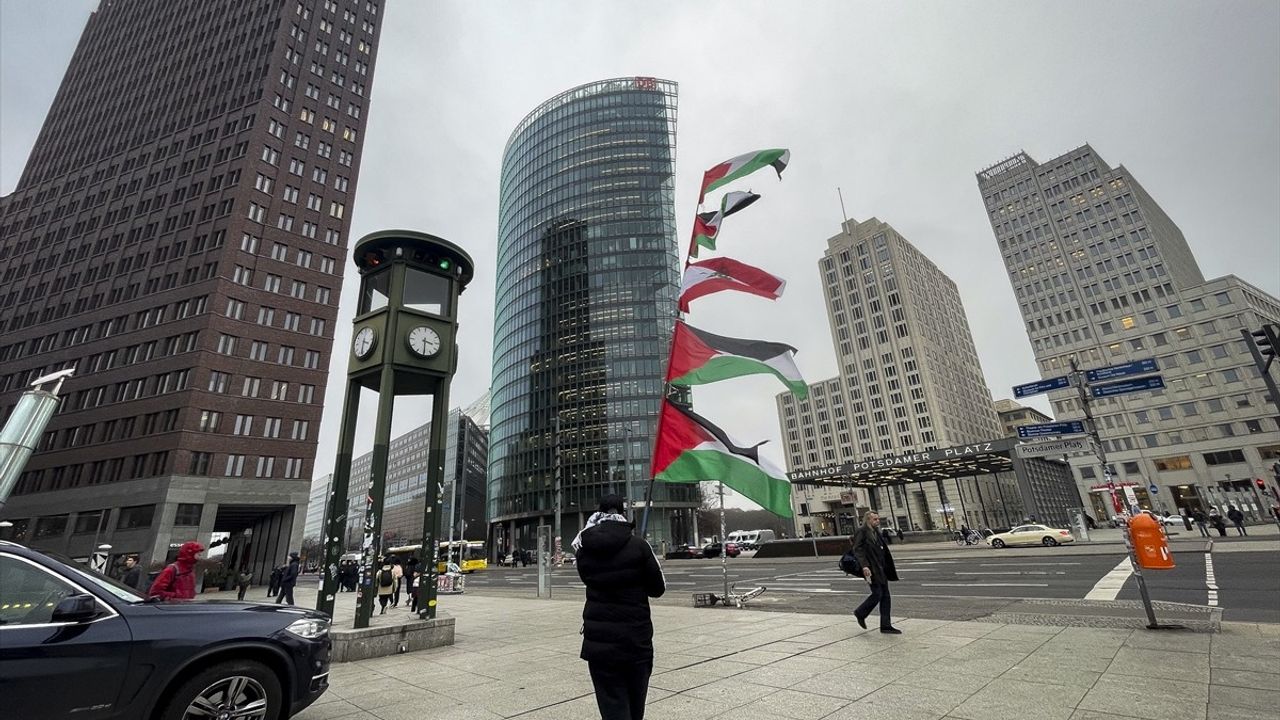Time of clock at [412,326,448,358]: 3:29
